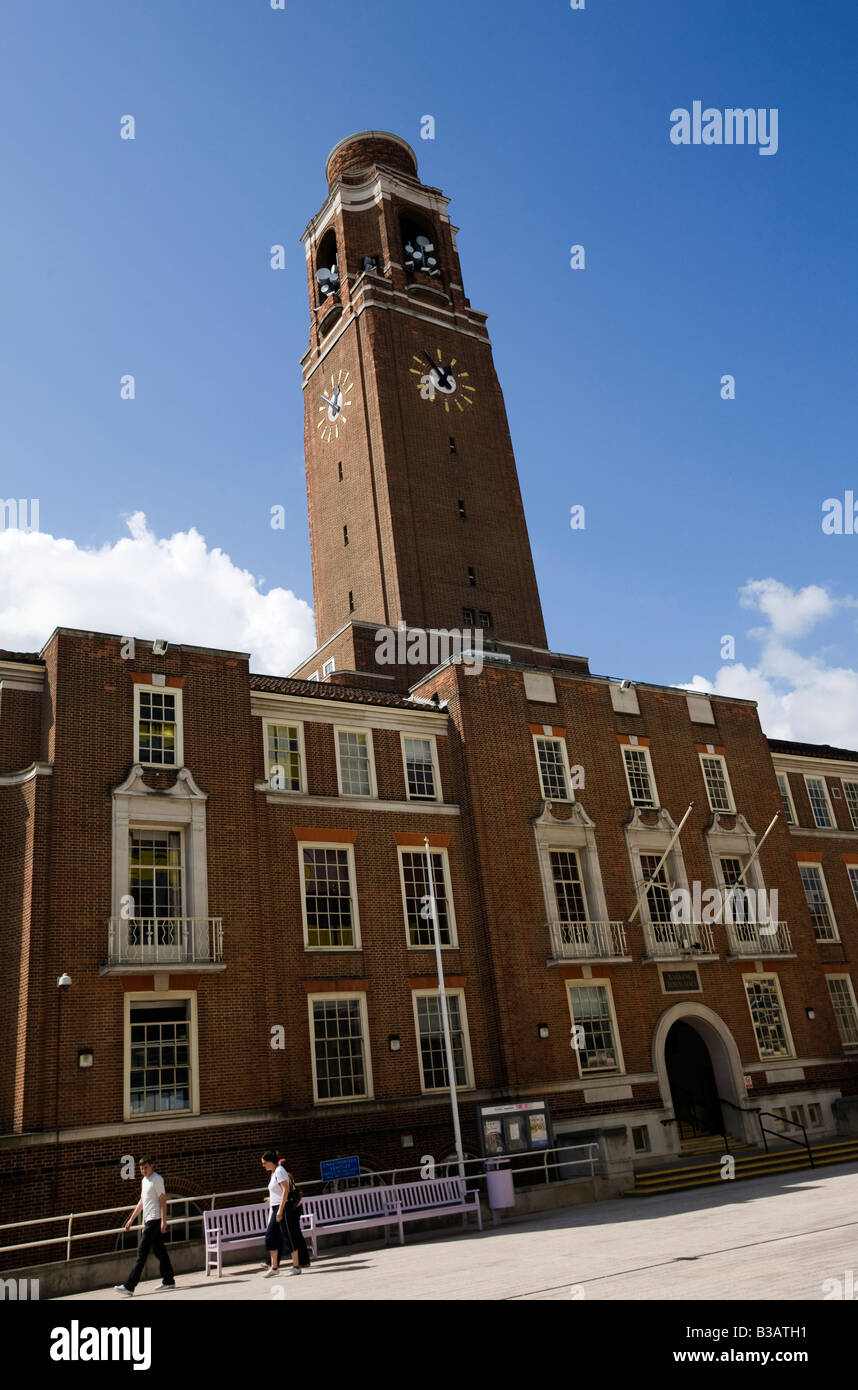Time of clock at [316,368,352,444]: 12:49
